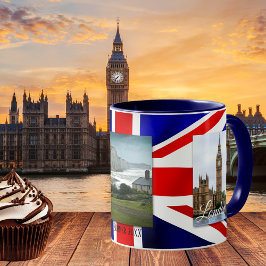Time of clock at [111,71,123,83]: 7:37
